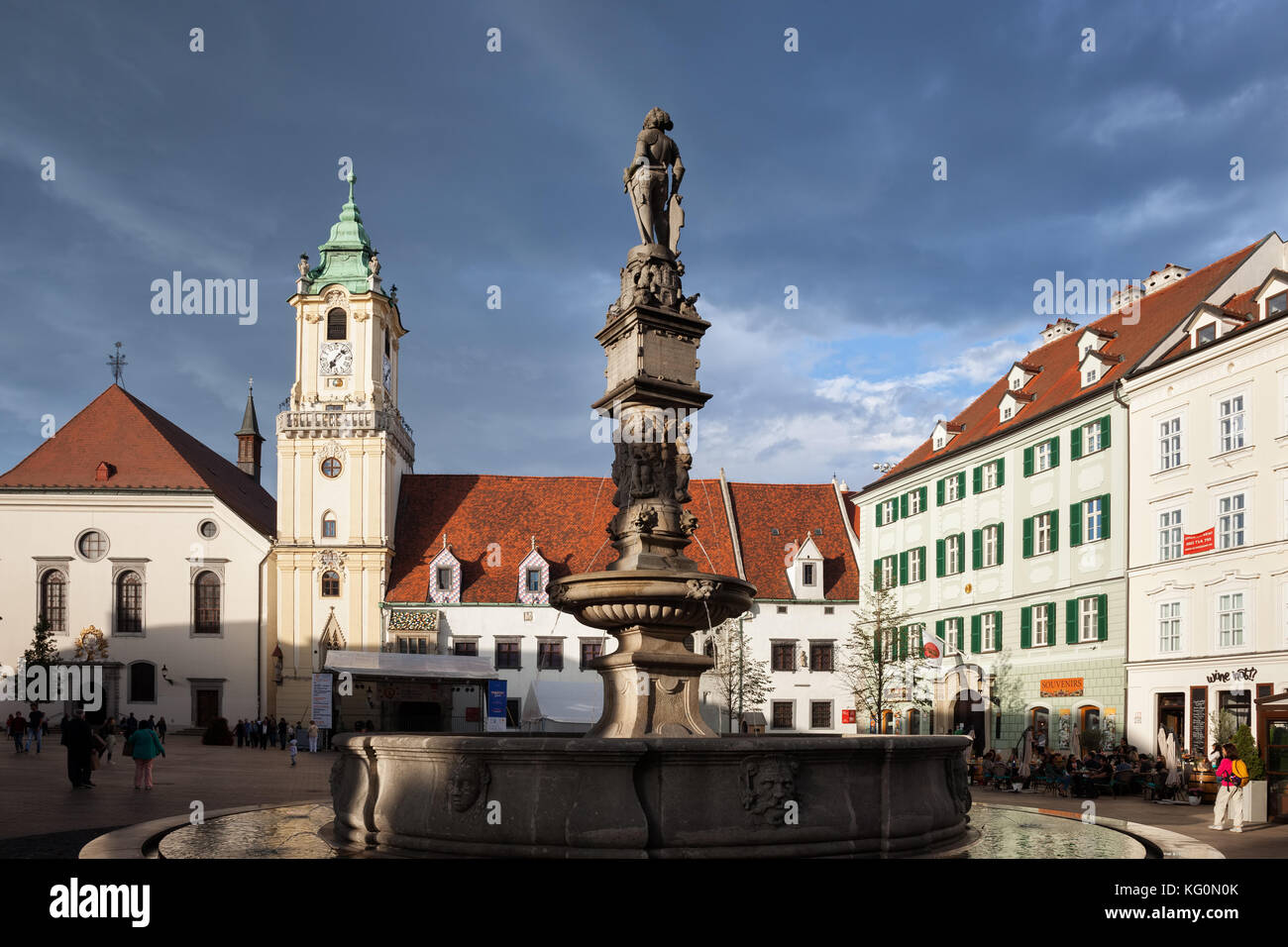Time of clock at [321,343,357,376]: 7:08
